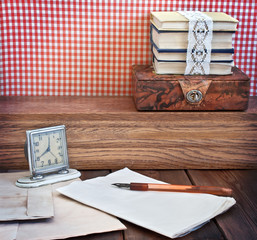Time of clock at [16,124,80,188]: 8:01
